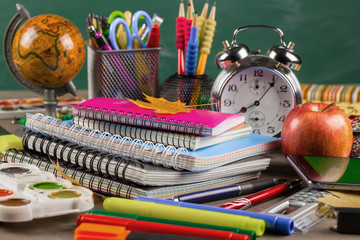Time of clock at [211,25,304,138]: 8:06
